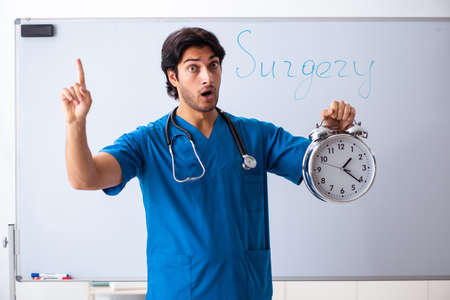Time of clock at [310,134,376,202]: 1:21
